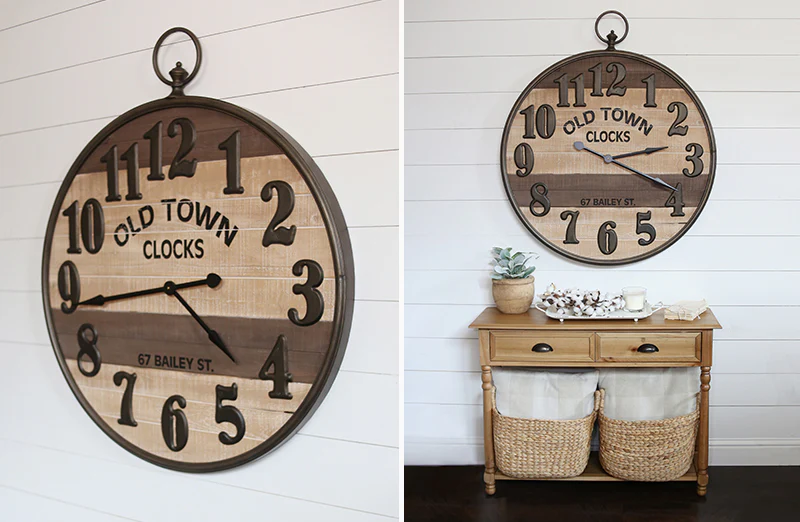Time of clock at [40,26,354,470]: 4:43
